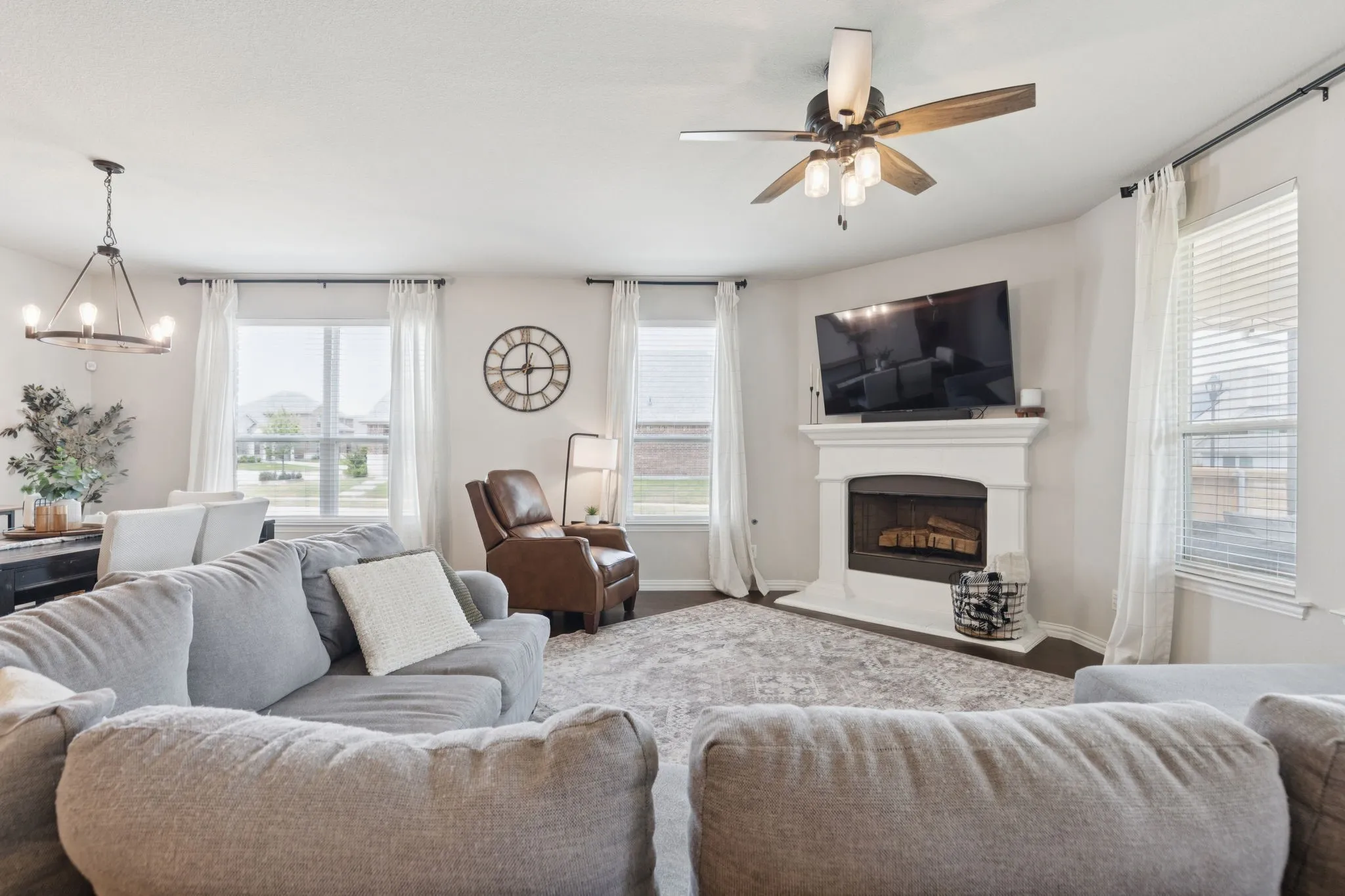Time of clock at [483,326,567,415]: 9:00
